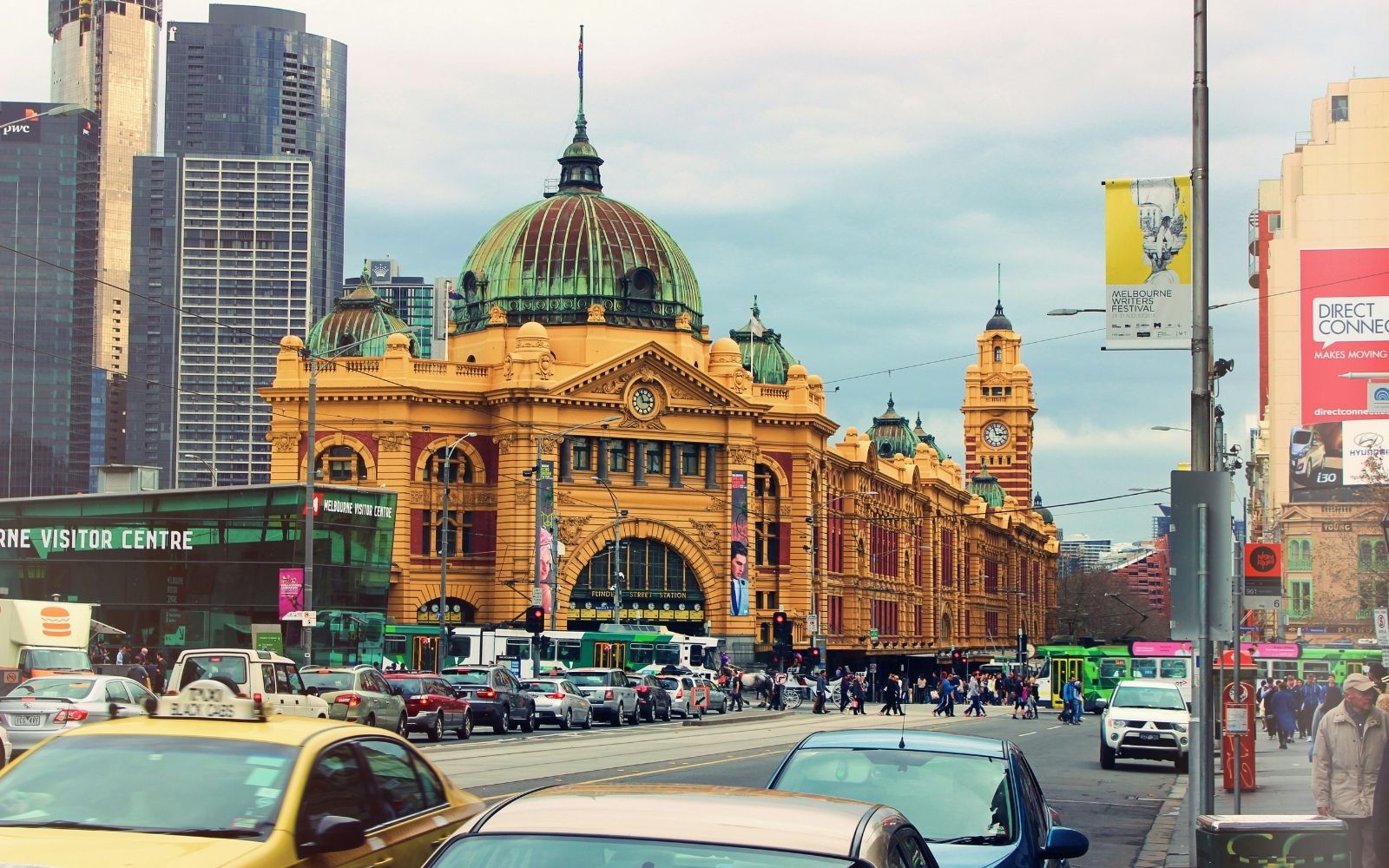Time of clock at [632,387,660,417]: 2:56
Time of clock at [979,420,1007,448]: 2:56
